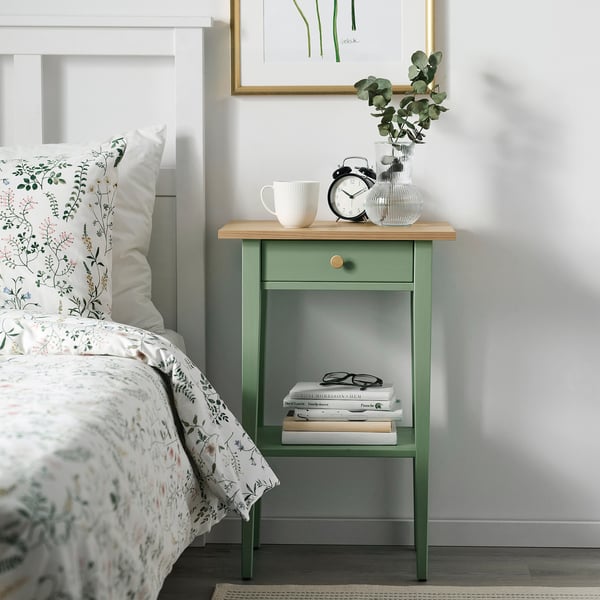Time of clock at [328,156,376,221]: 10:10
